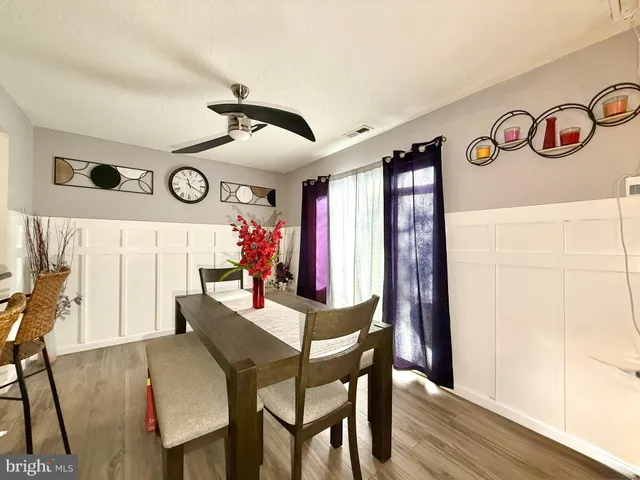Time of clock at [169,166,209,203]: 11:19
